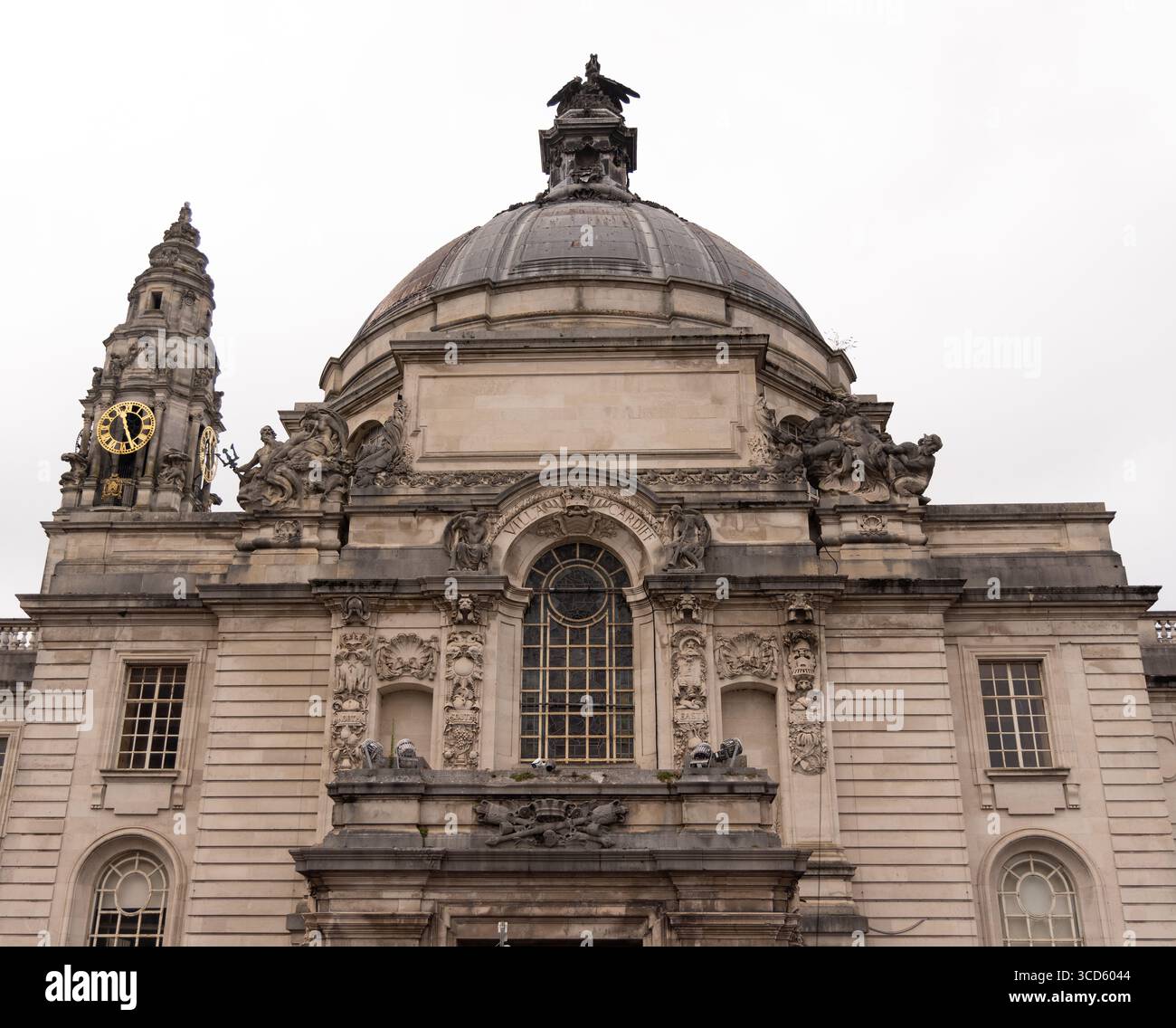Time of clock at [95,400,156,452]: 11:25
